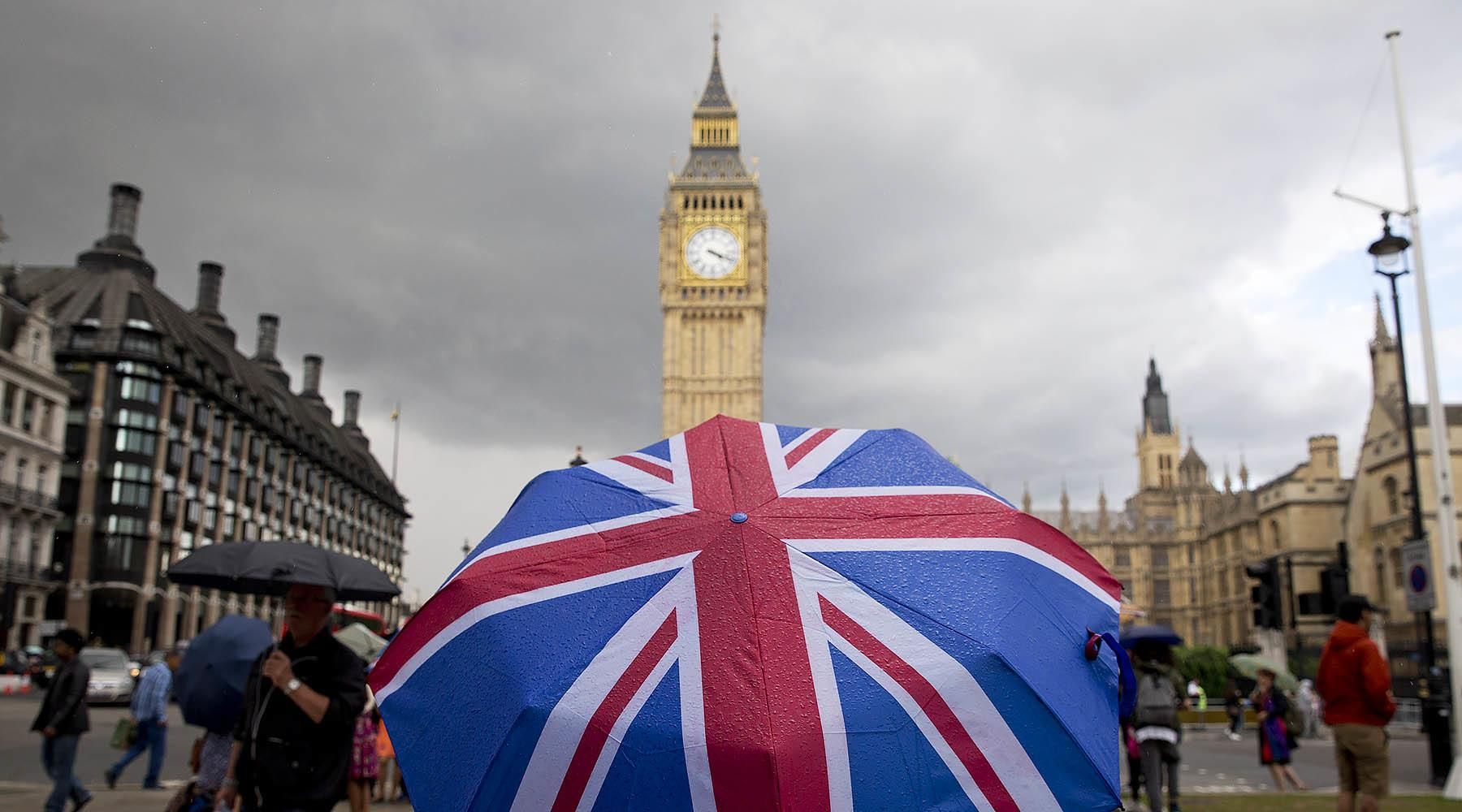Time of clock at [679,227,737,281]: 4:18
